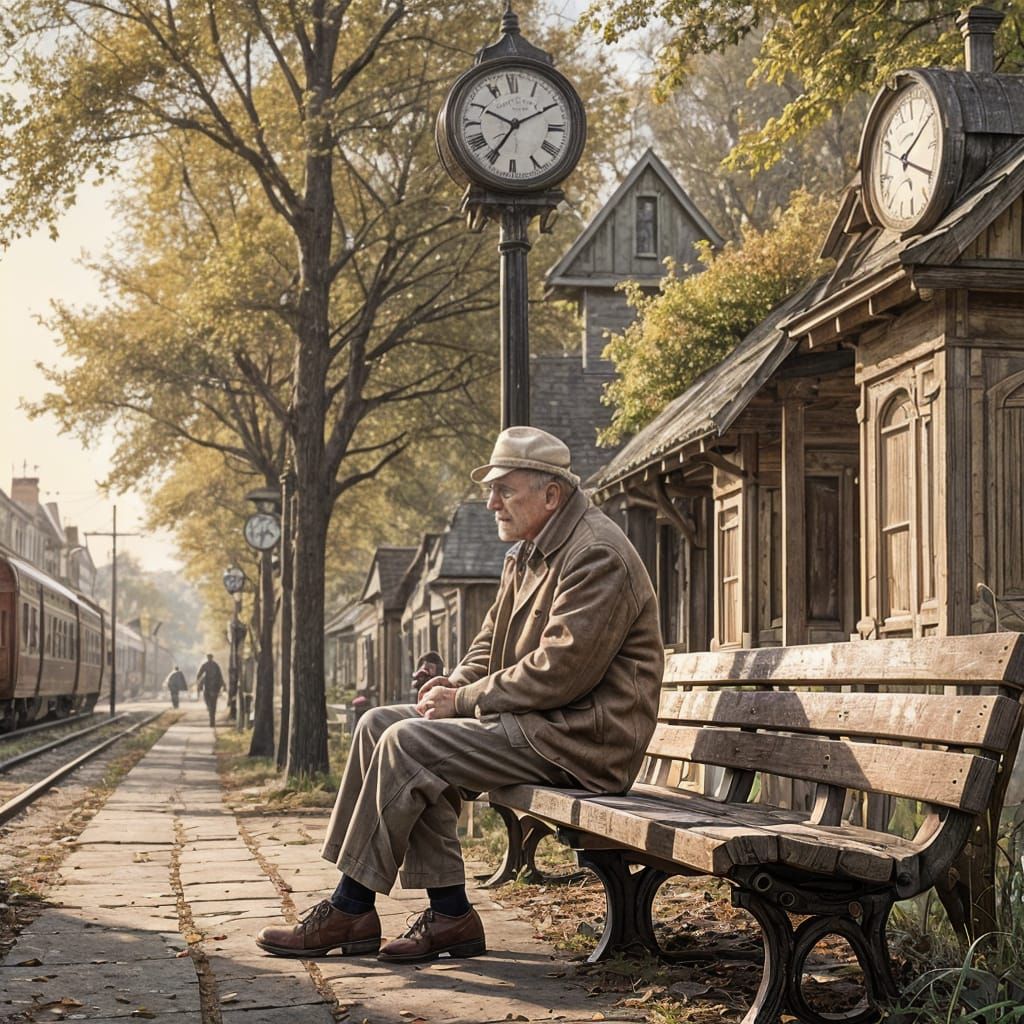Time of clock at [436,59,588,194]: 7:10
